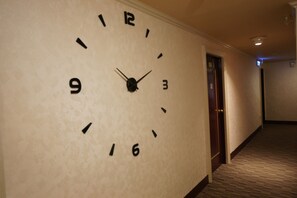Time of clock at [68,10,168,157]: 2:11
